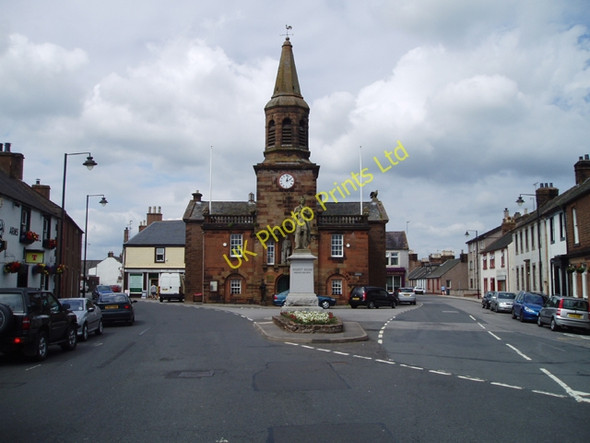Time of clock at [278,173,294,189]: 2:02
